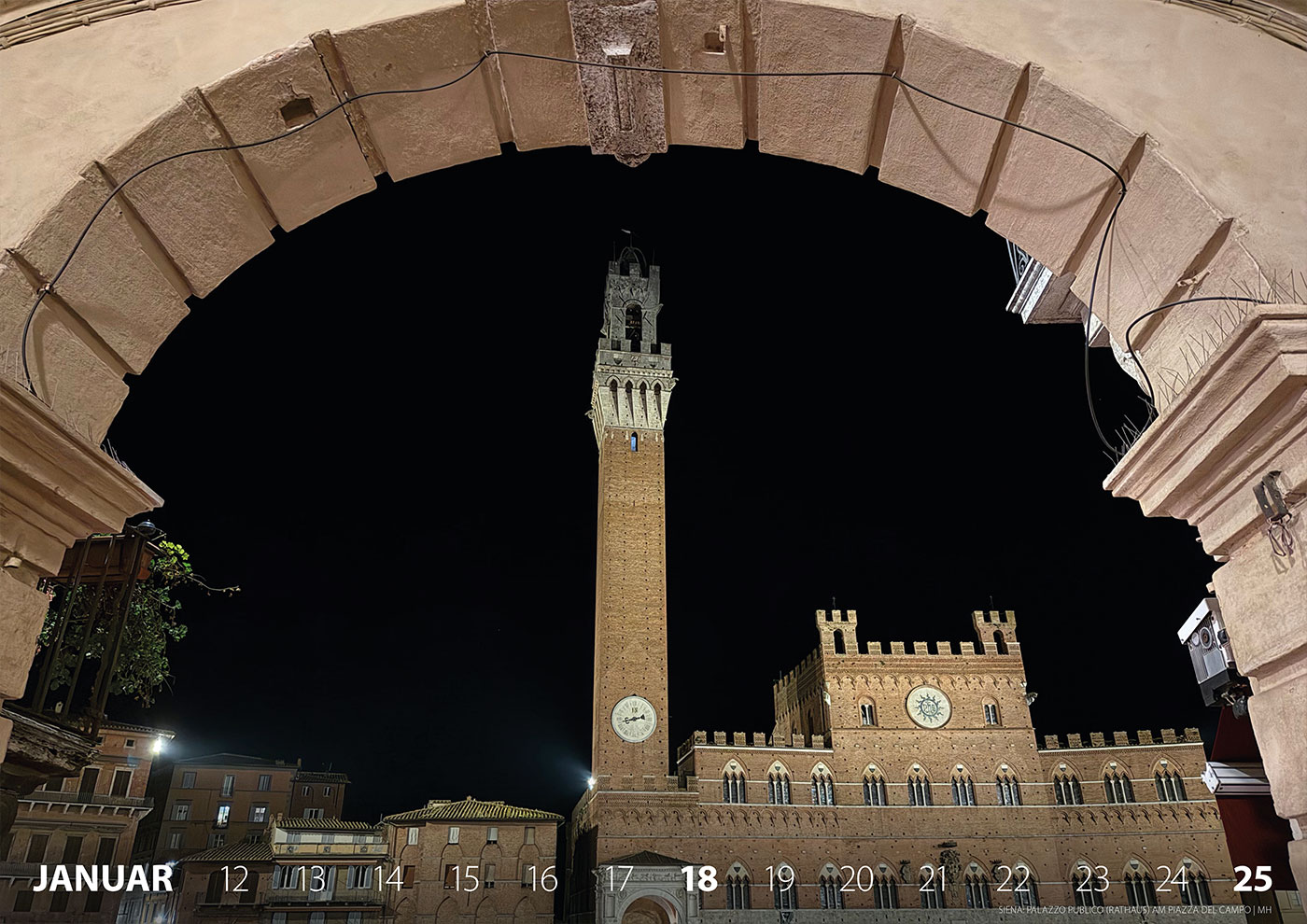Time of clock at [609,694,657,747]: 2:42
